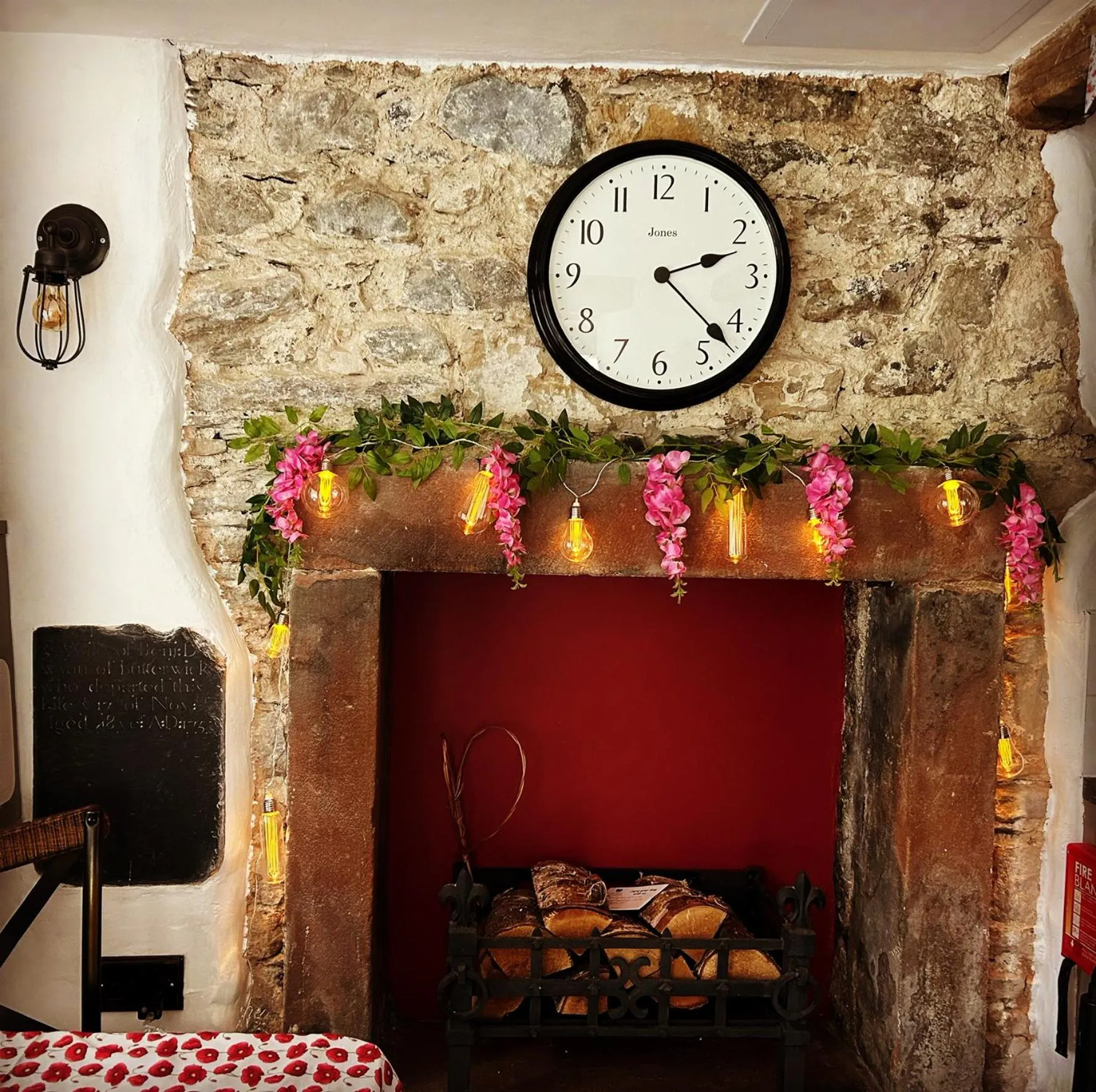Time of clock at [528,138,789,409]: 2:22
